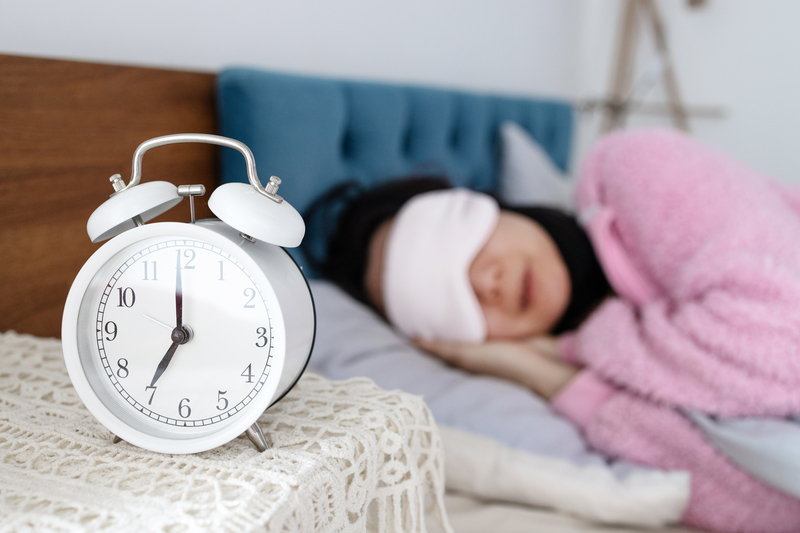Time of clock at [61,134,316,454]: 6:59
